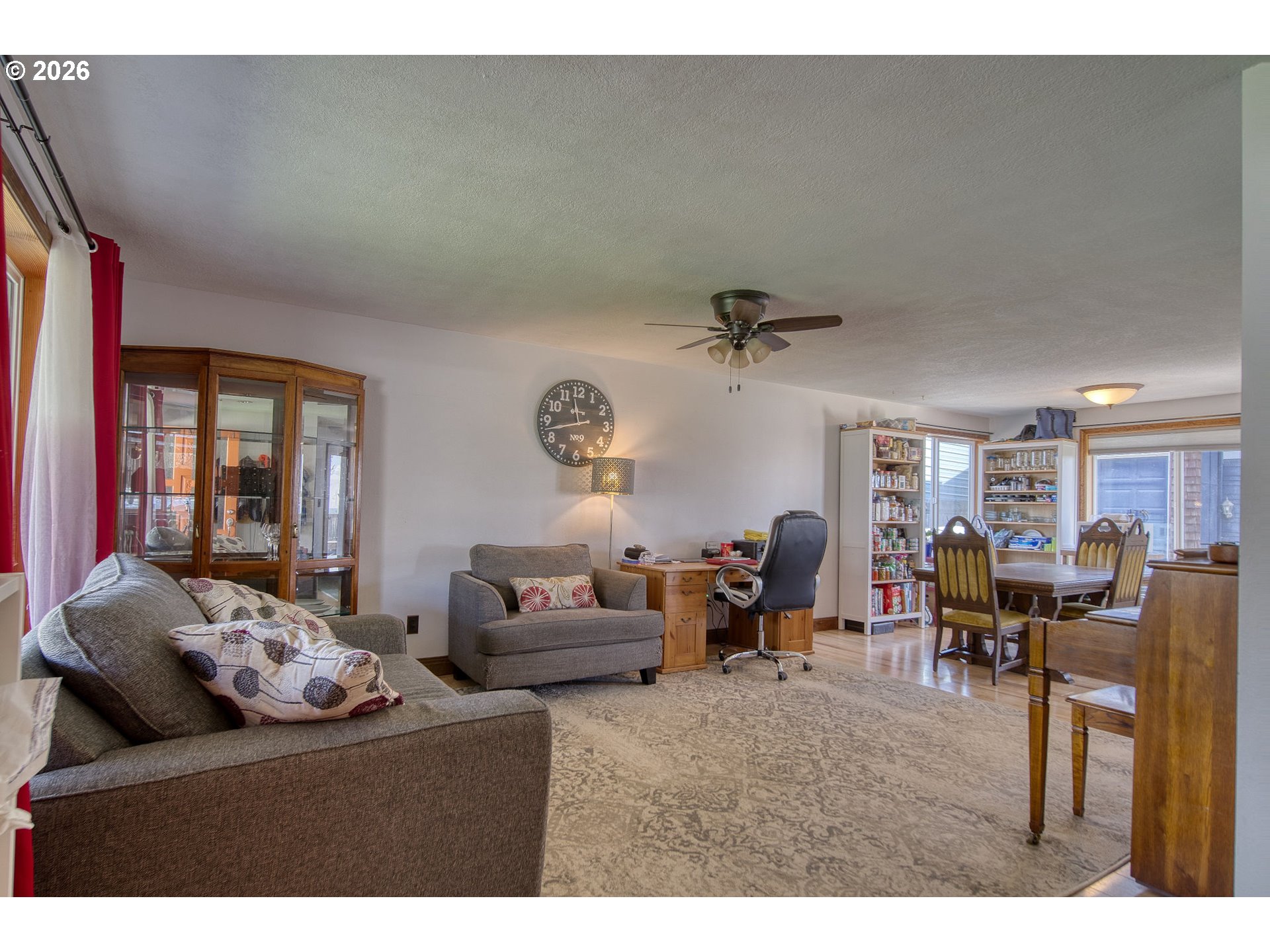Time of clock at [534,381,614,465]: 11:43
